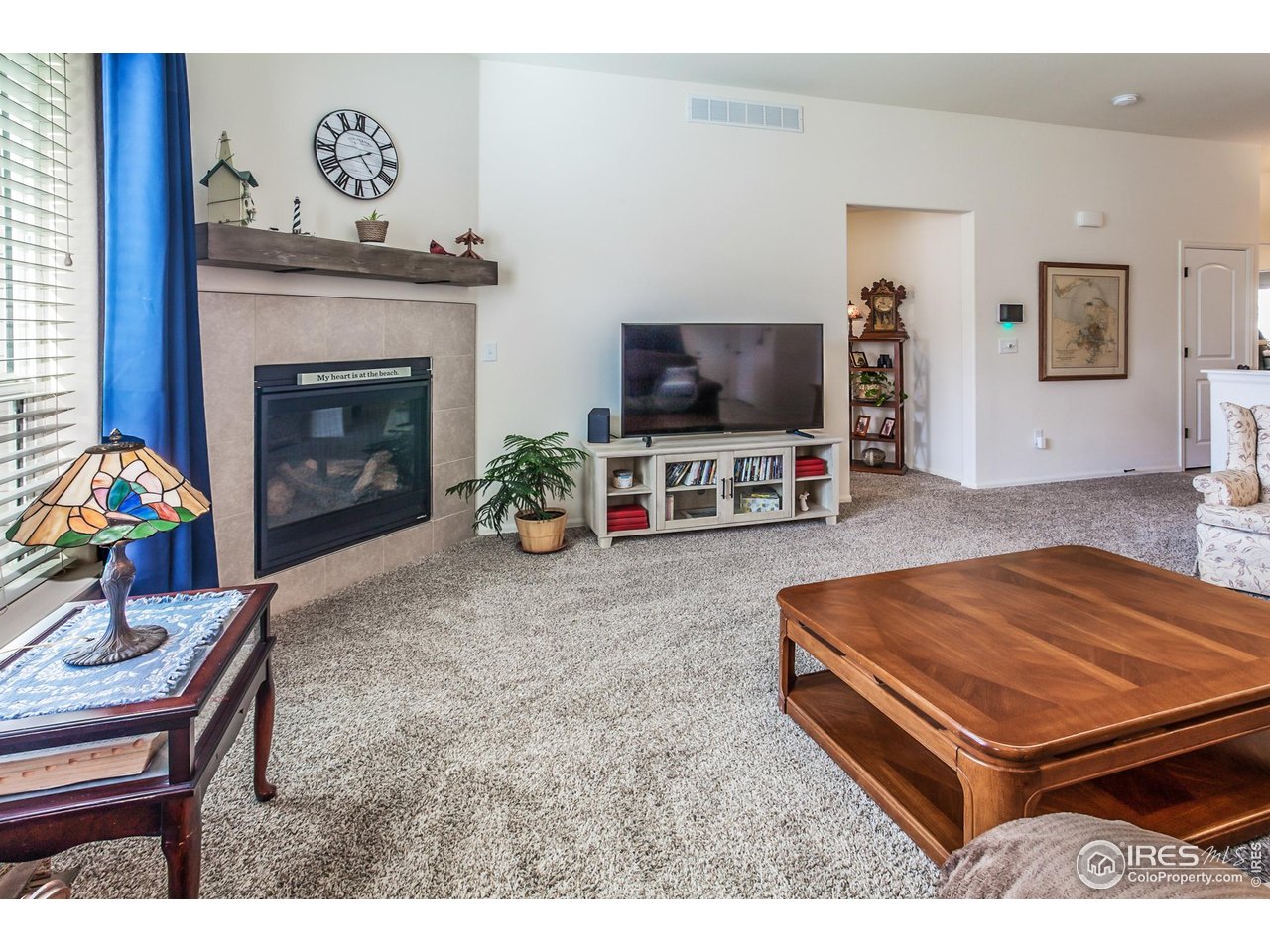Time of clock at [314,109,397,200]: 4:40
